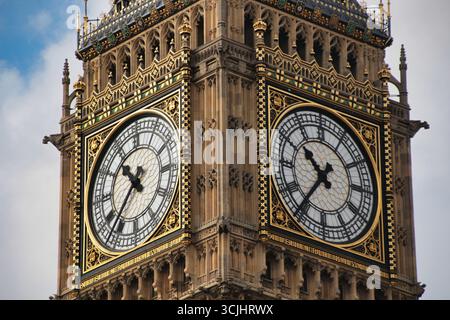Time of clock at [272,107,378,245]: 10:36
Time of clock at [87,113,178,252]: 10:37
